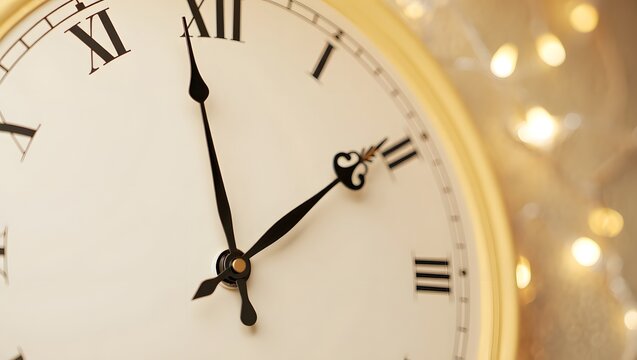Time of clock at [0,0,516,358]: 1:58
